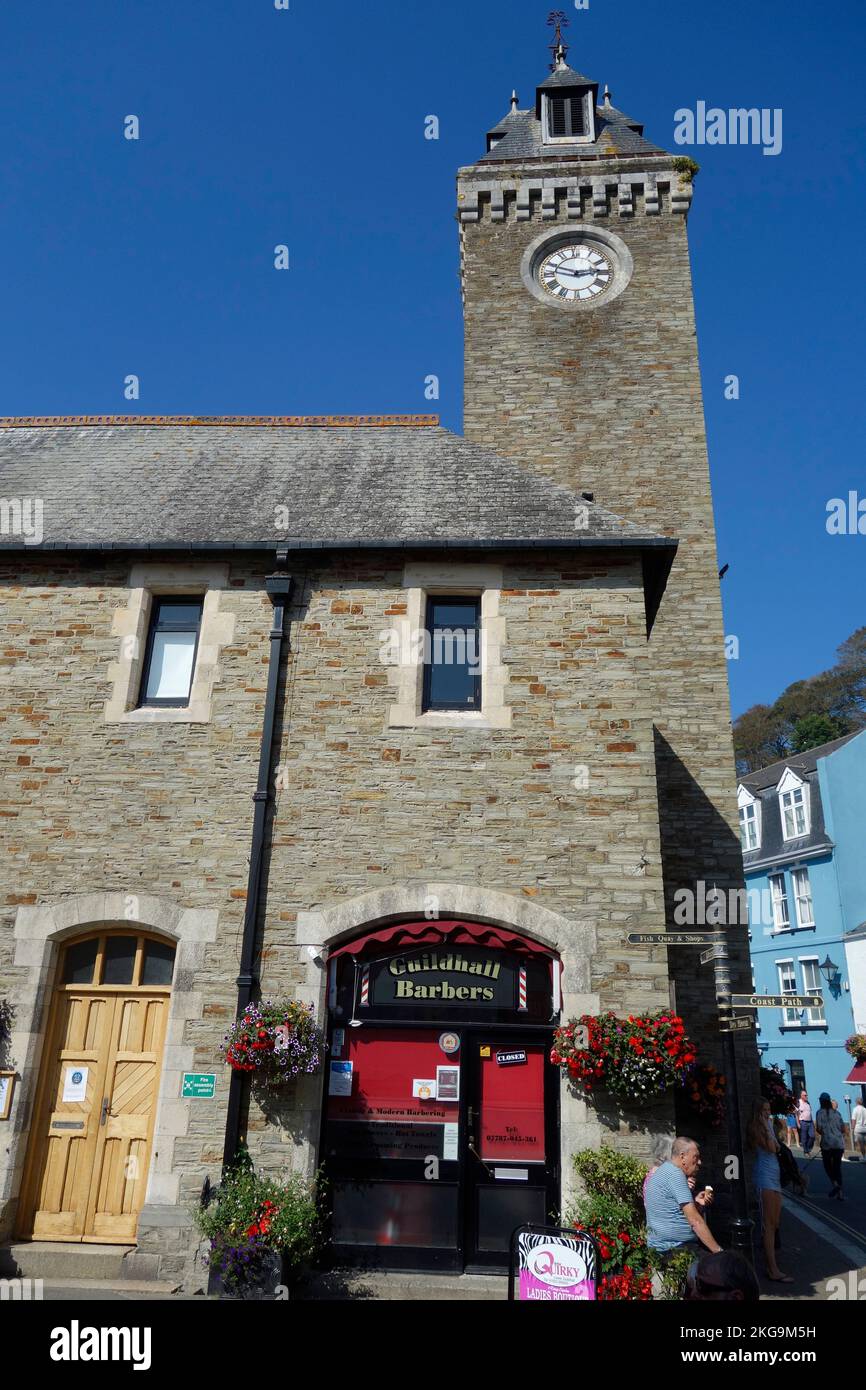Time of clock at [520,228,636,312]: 2:48
